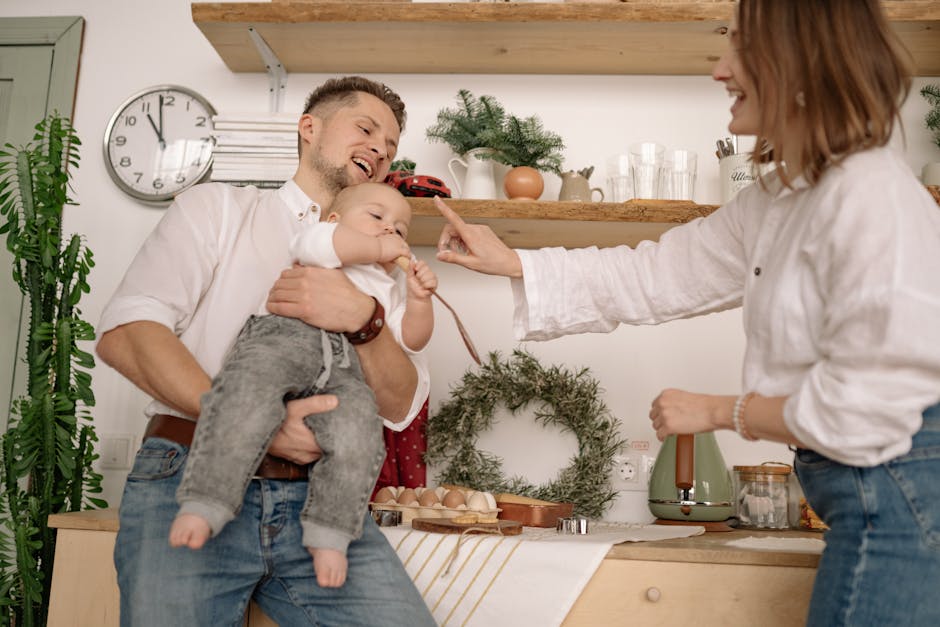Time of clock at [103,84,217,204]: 10:58
